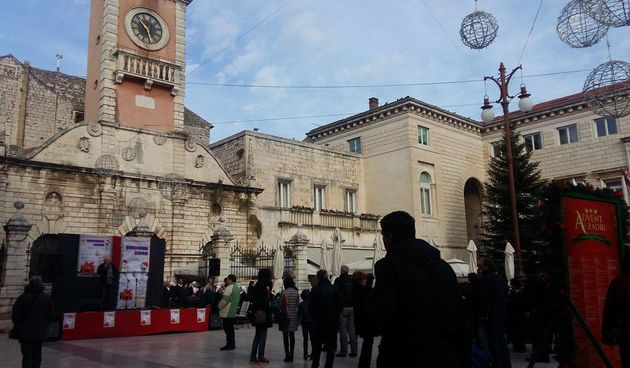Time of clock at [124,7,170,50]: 10:28
